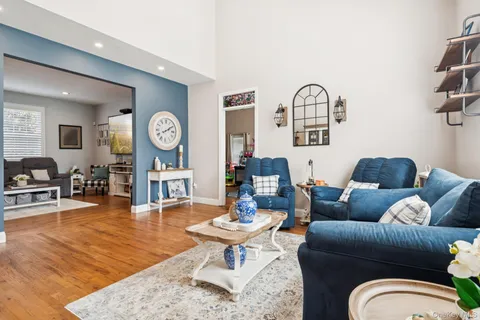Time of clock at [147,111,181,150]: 2:09
